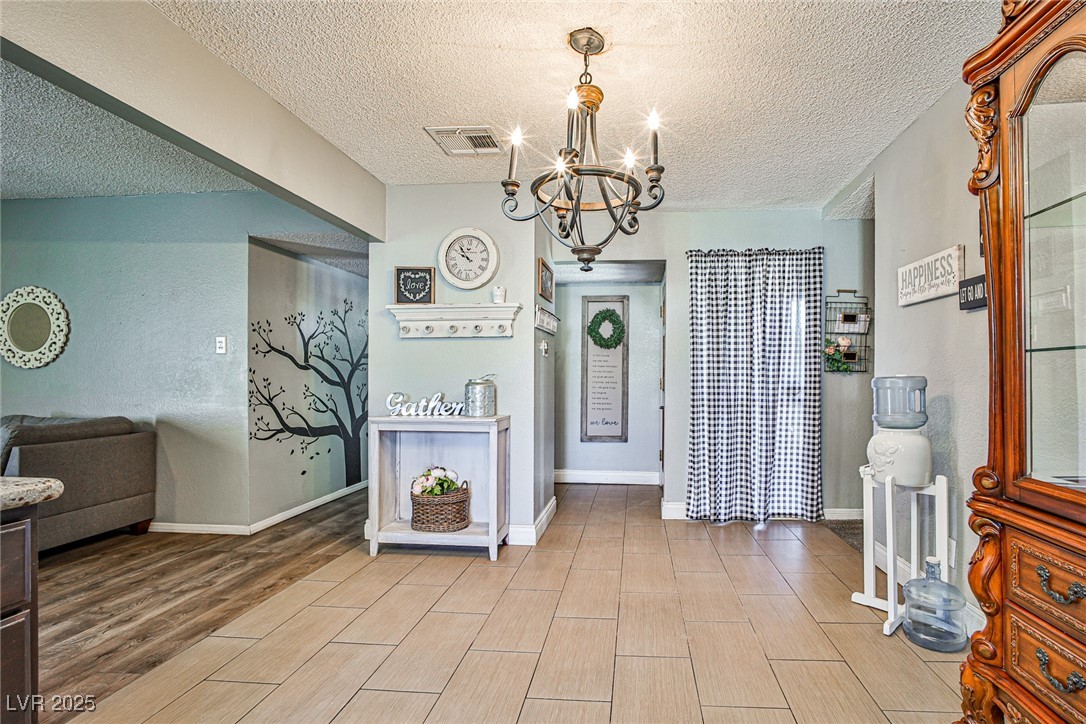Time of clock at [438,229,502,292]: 9:53
